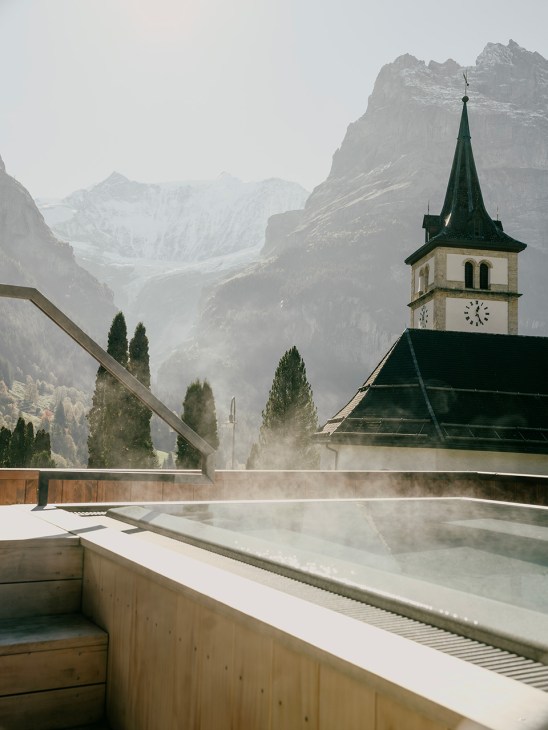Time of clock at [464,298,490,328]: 12:26
